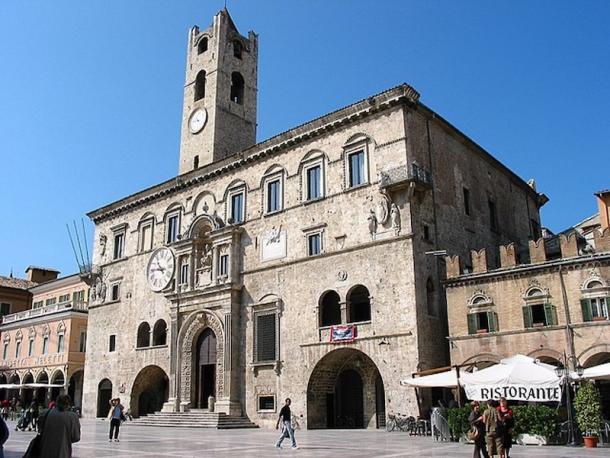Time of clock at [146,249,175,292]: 10:45
